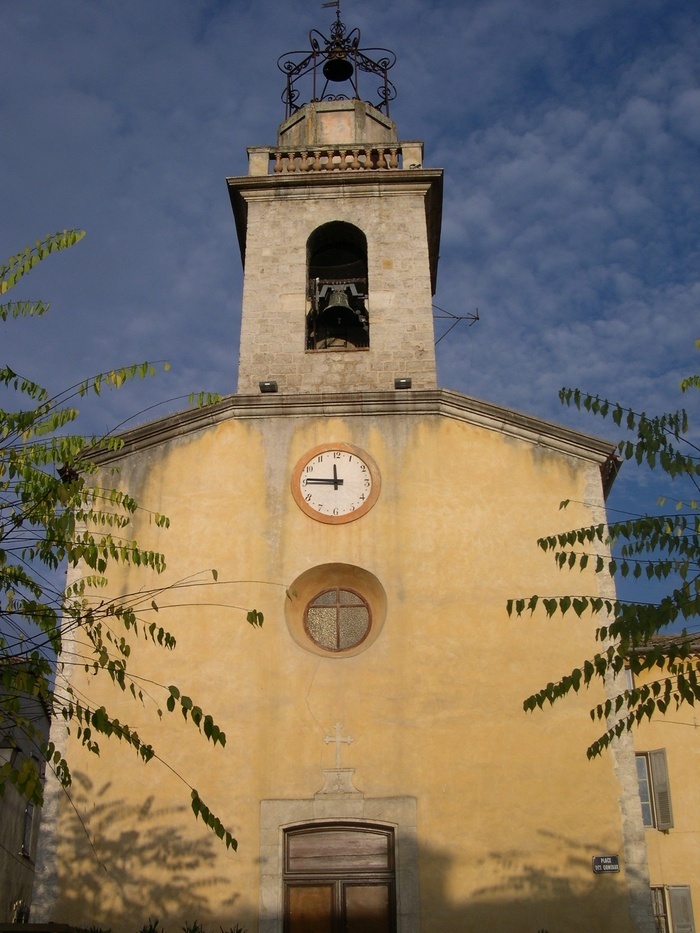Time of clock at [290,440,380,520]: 11:46
